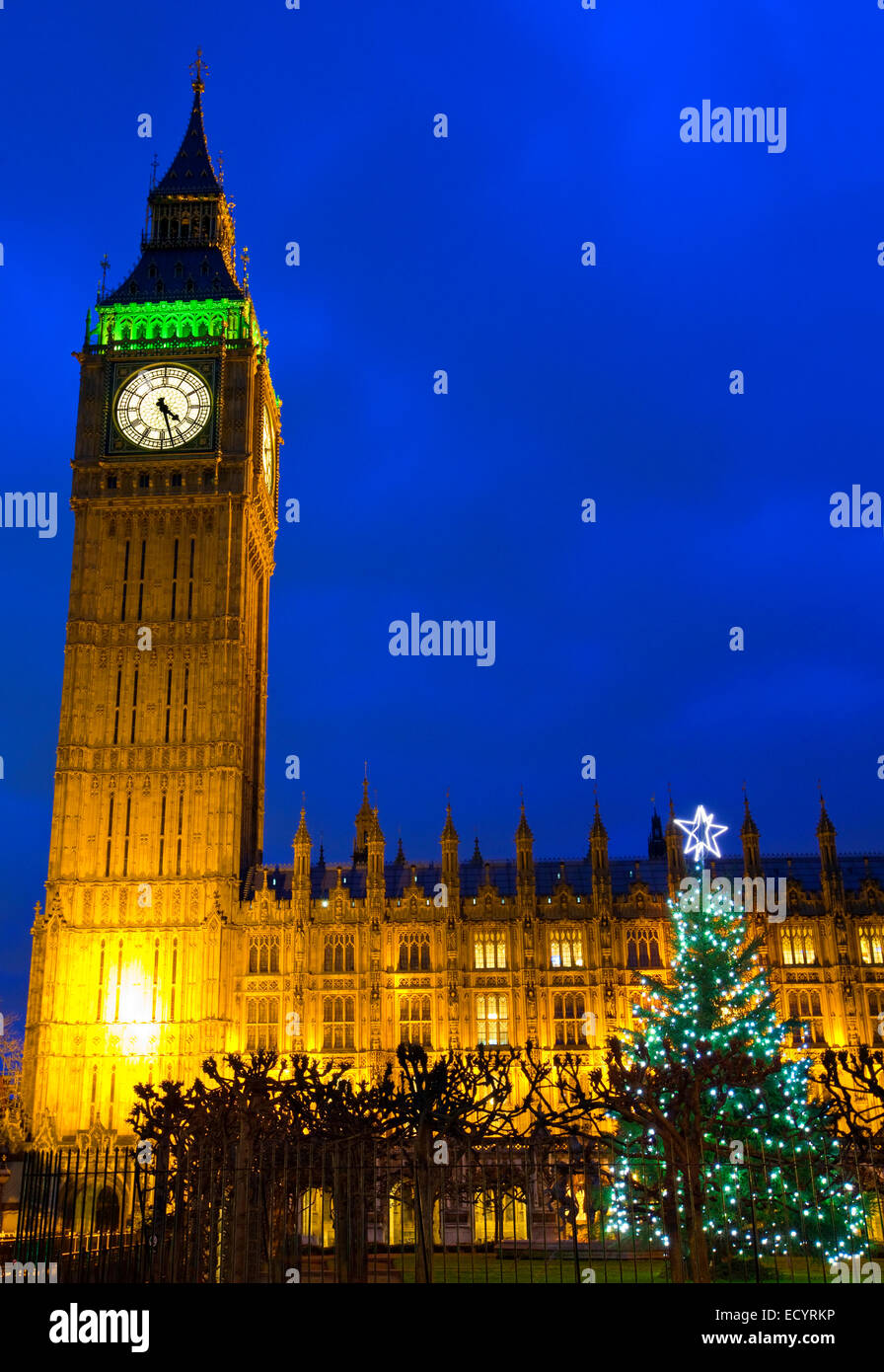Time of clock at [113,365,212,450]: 4:27
